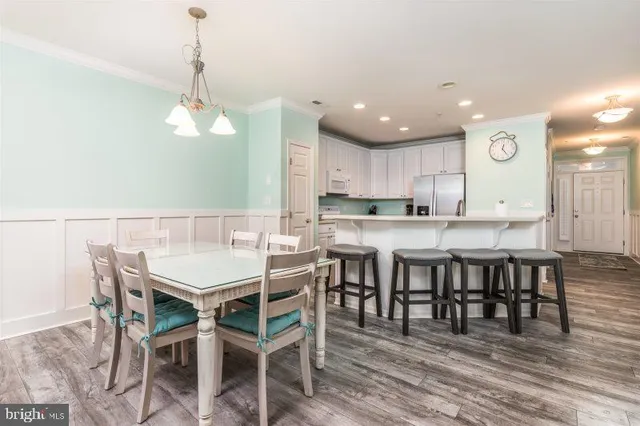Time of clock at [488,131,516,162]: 12:24
